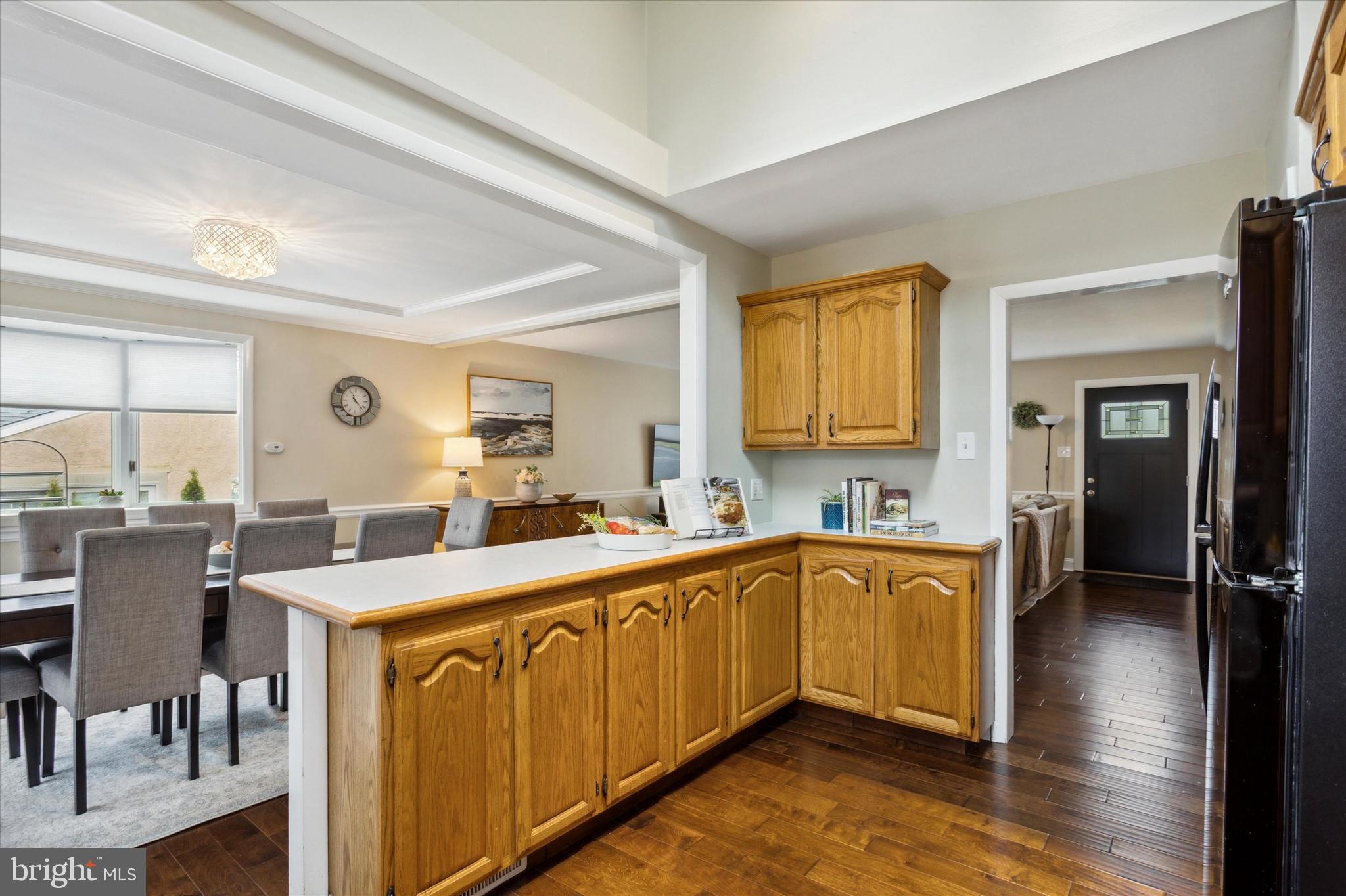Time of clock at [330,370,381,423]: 4:22
